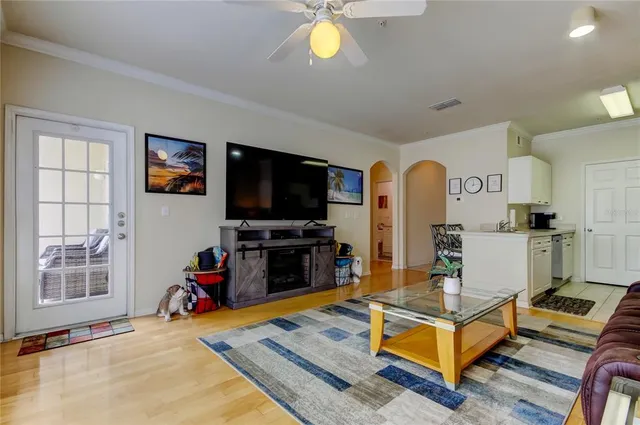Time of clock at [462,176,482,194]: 12:13
